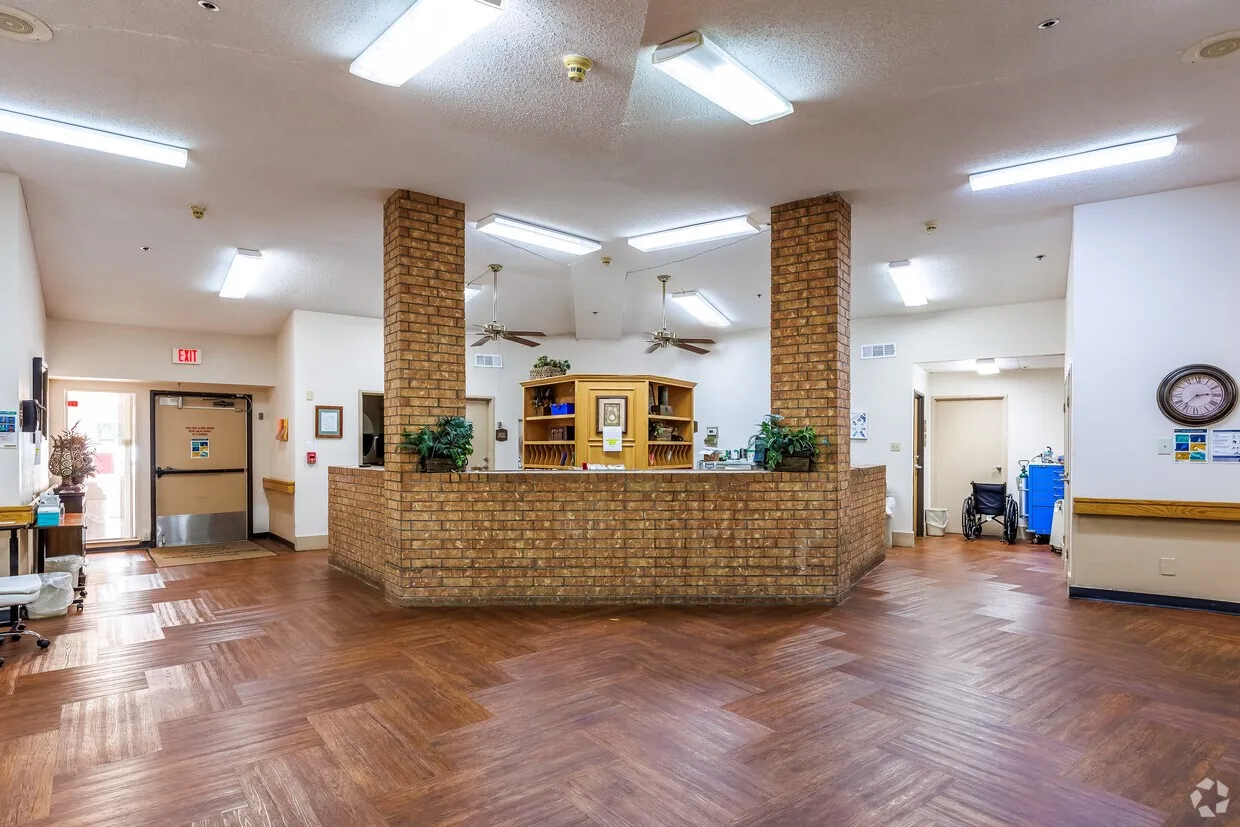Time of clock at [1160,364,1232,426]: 2:37
